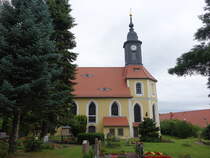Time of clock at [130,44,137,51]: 3:43
